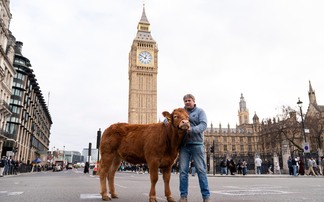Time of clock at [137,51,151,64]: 12:49
